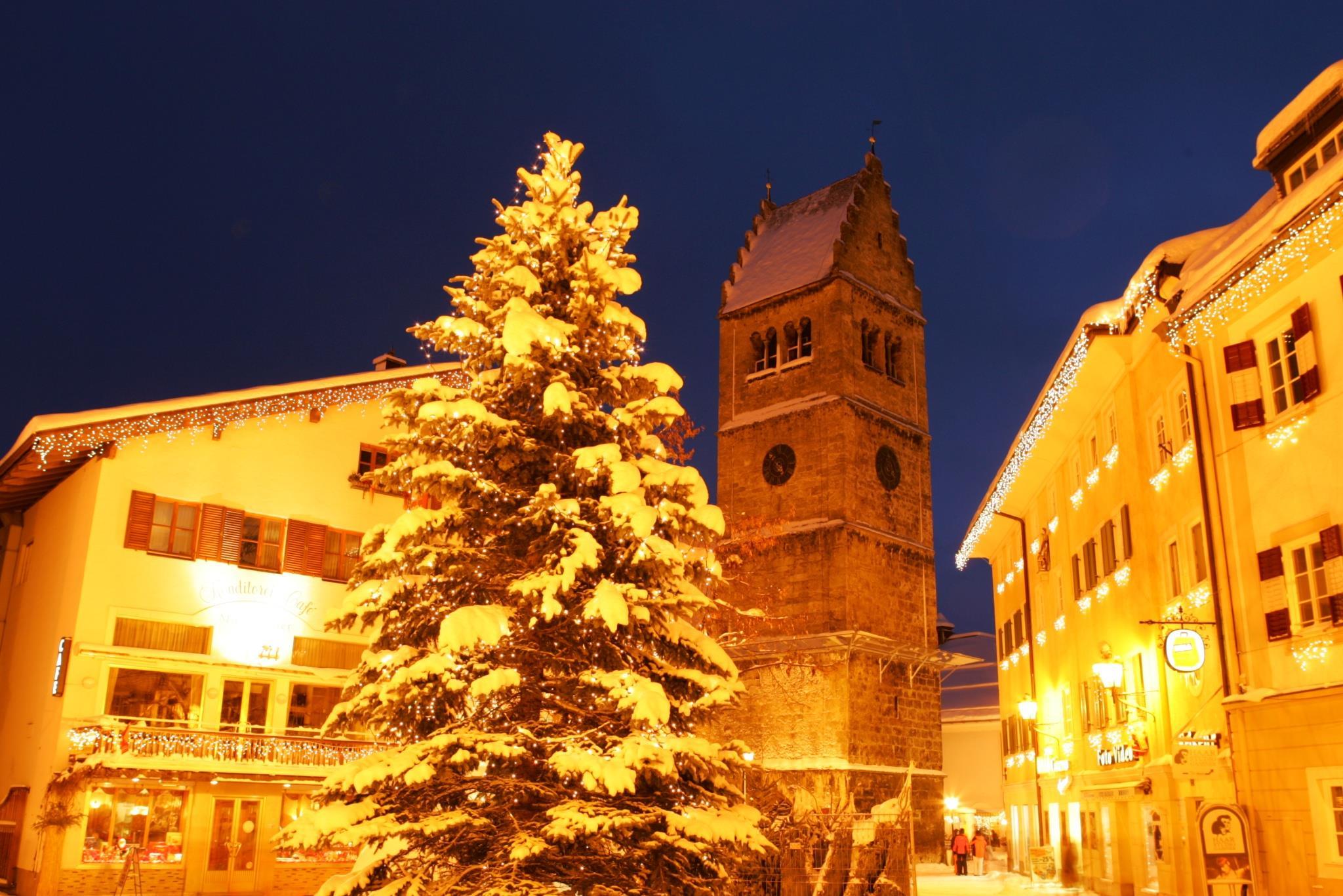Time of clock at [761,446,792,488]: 4:52
